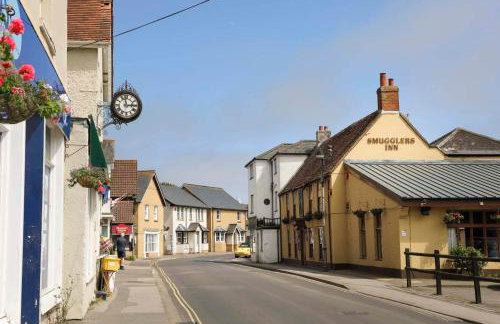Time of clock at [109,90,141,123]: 2:58
